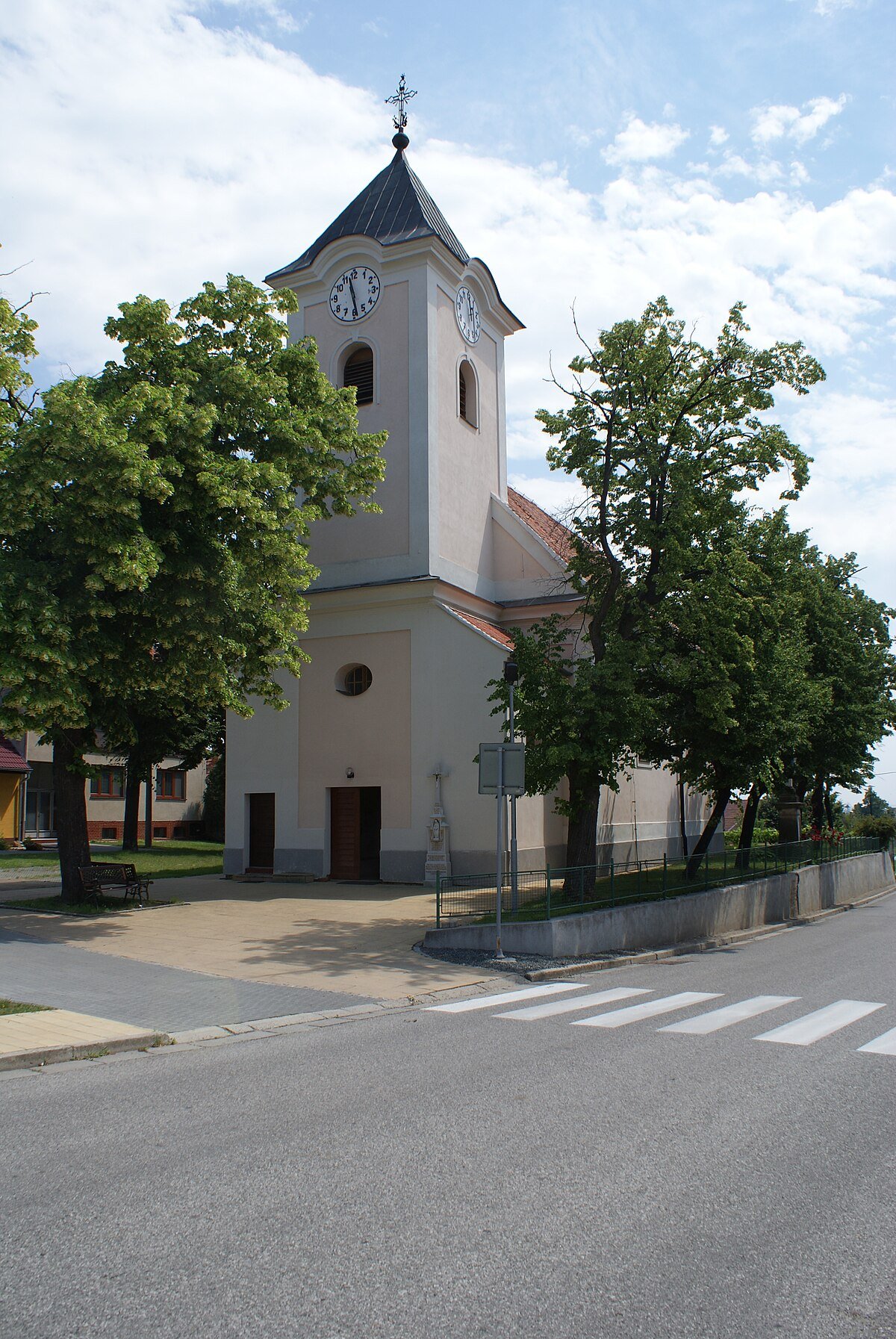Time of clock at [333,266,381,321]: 11:28
